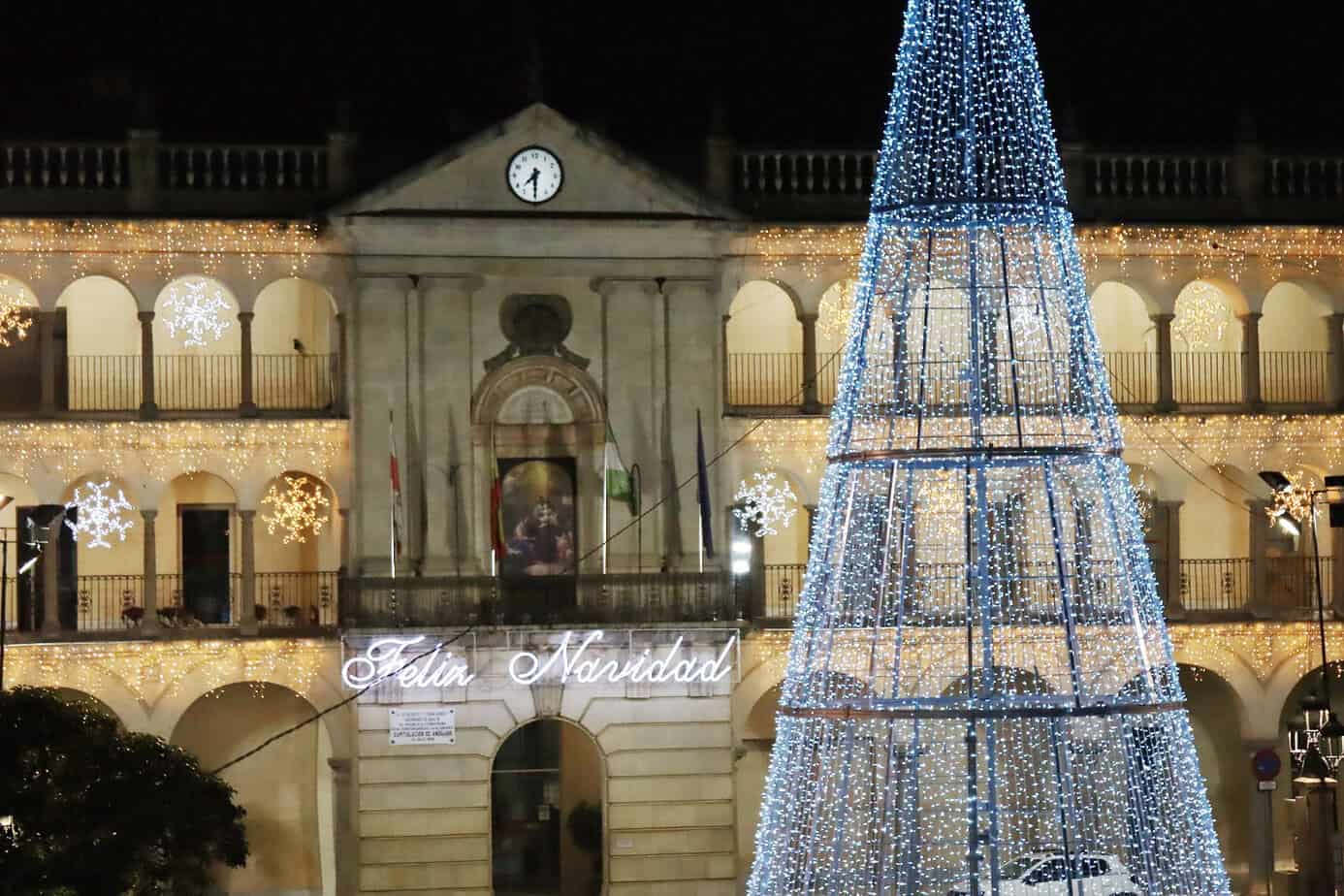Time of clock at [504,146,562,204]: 7:30
